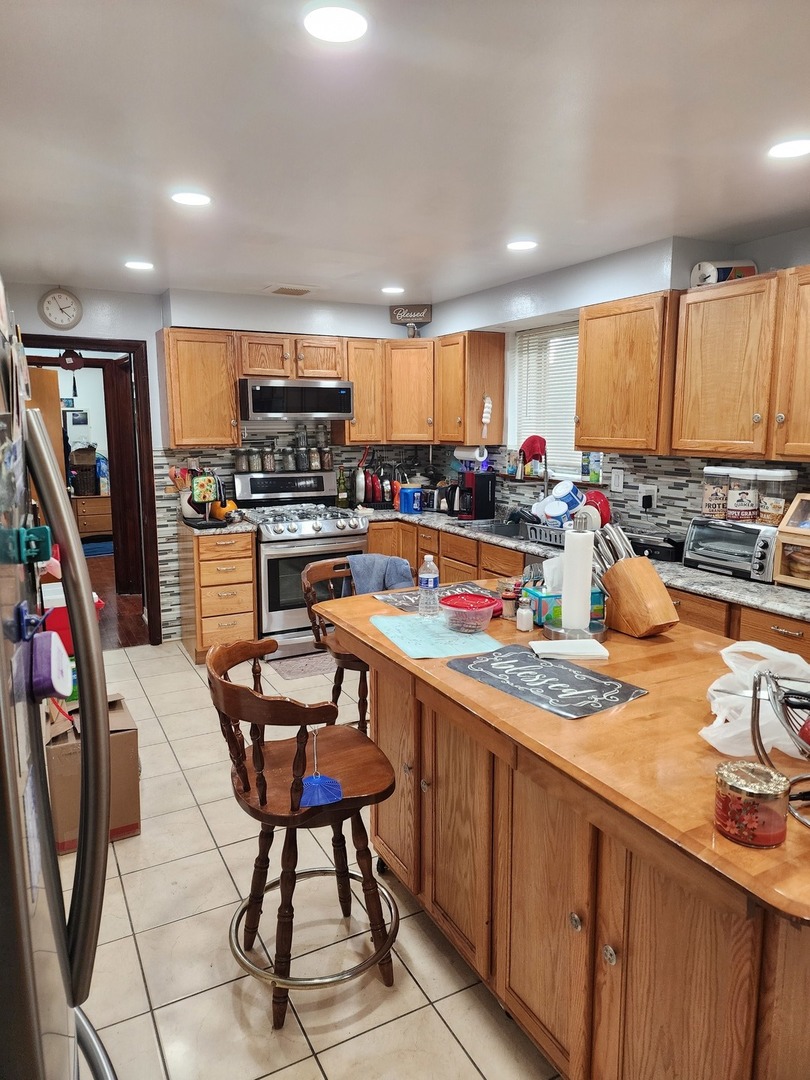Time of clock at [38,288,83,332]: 2:22
